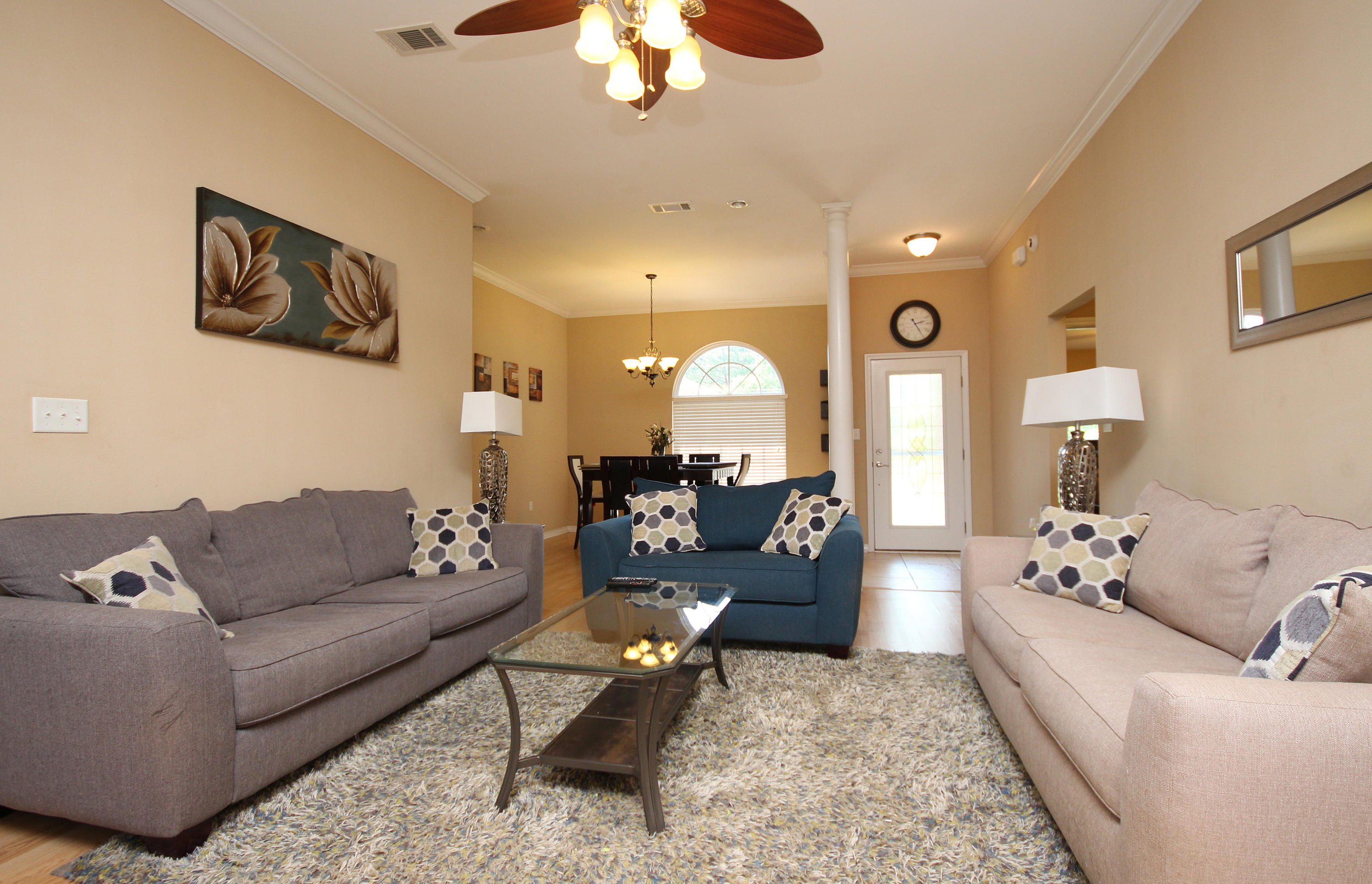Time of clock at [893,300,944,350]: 2:24
